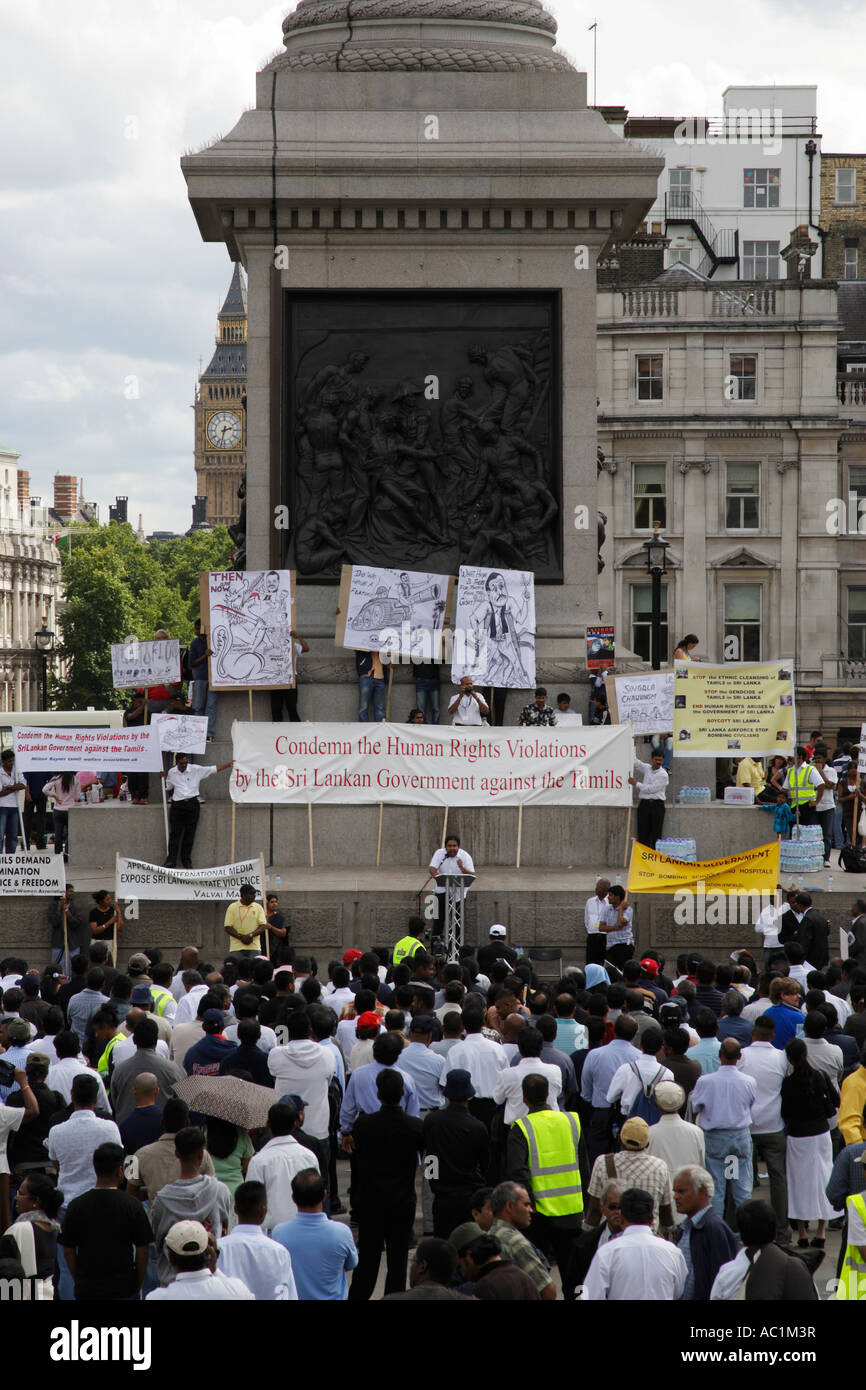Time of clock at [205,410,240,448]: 2:32
